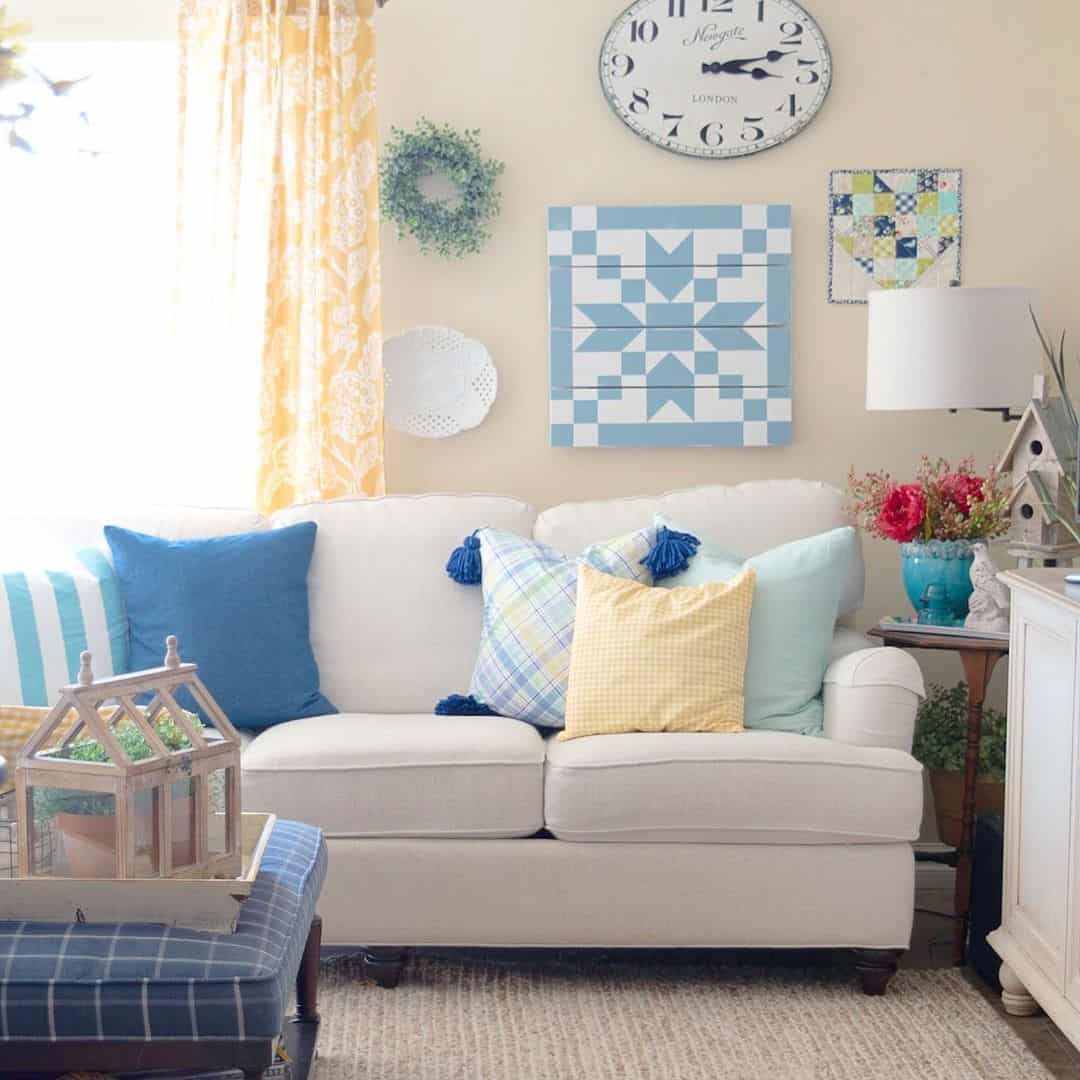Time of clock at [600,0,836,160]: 3:12
